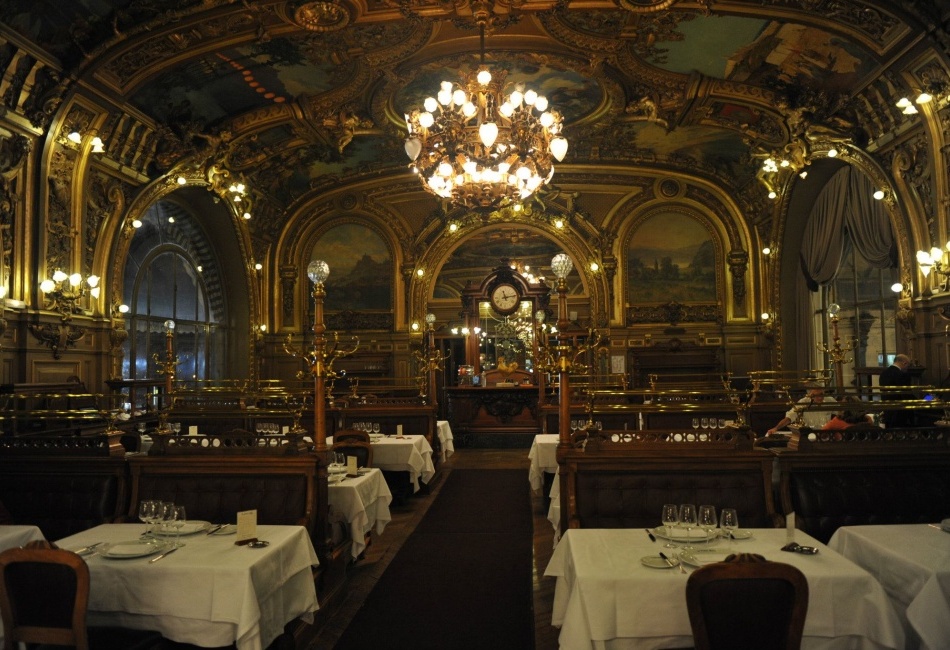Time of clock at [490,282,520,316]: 11:13
